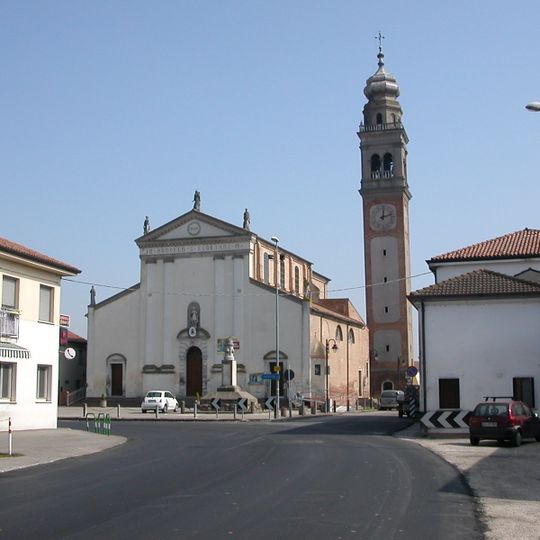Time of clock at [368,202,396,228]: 12:12
